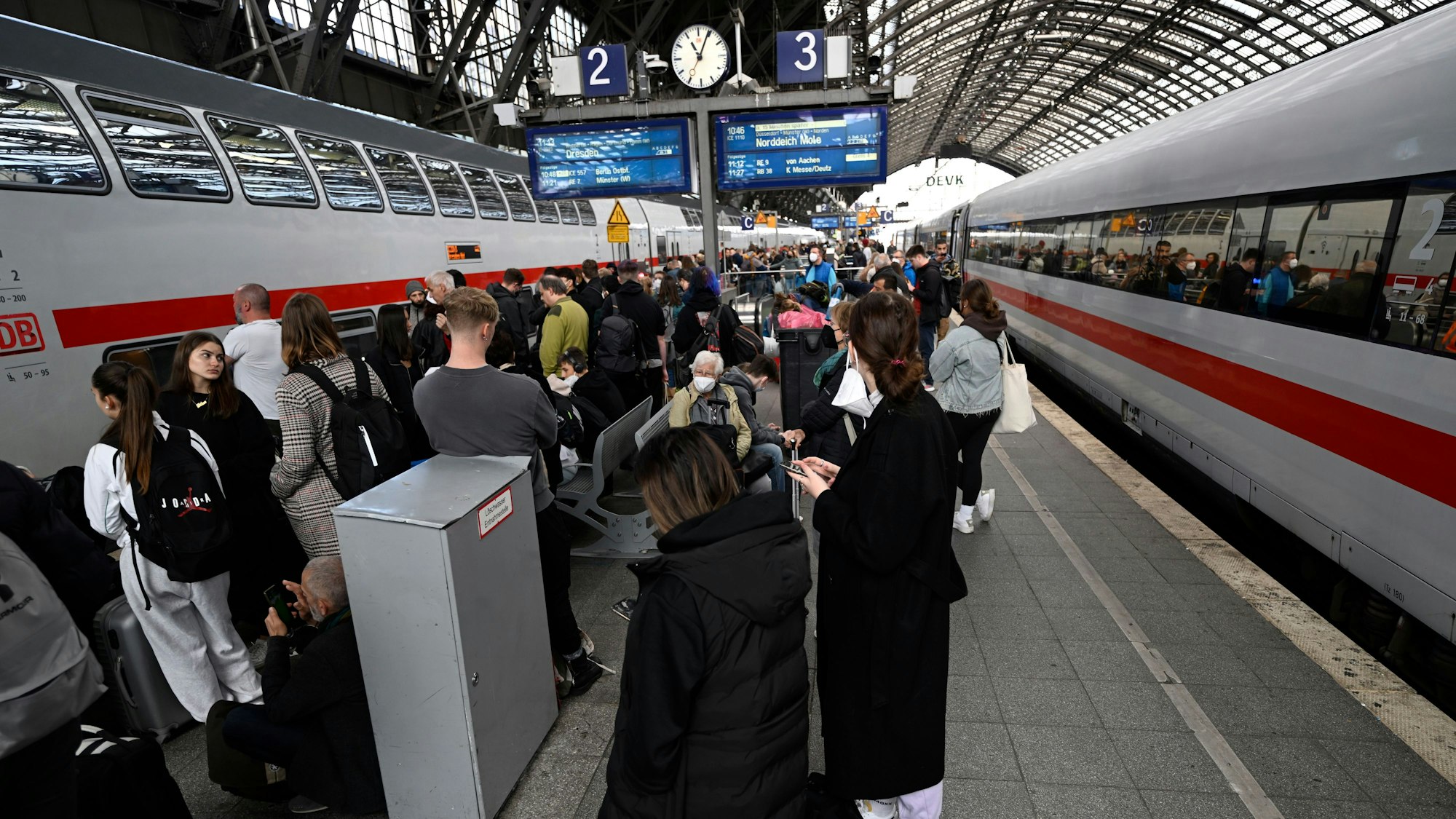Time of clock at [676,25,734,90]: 11:04
